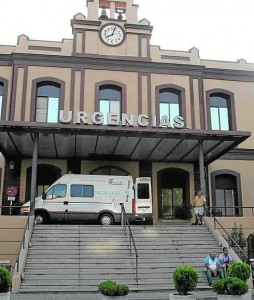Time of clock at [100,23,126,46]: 8:03
